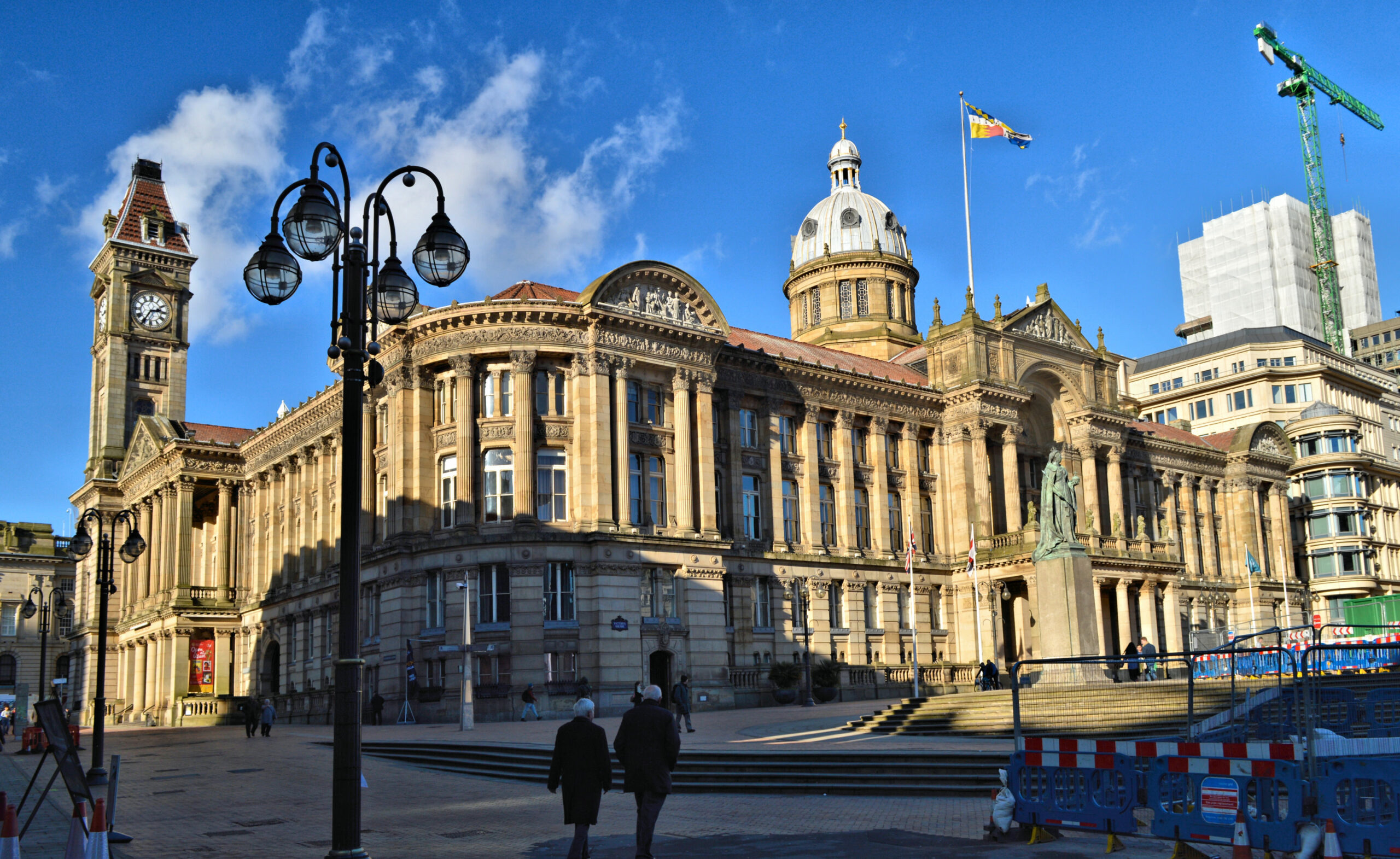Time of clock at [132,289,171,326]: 2:35
